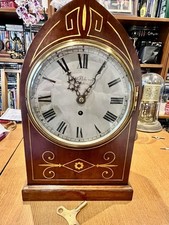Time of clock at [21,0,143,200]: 11:05
